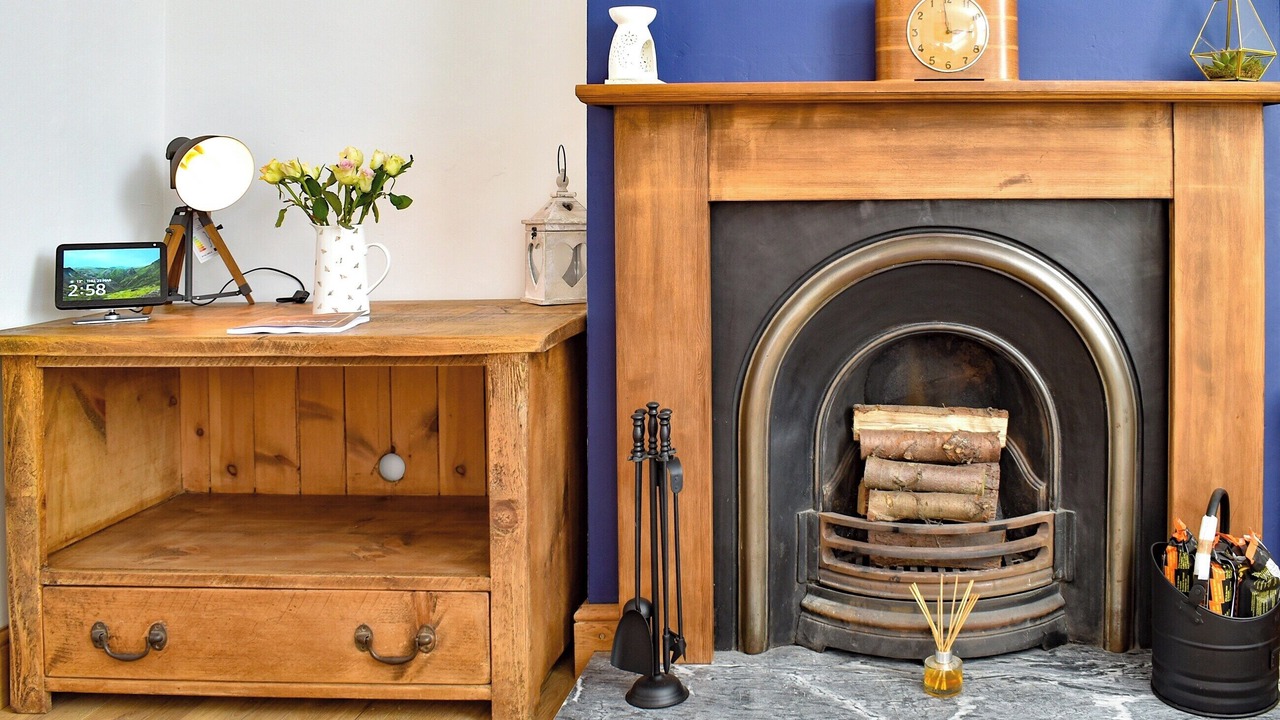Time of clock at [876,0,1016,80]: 2:58
